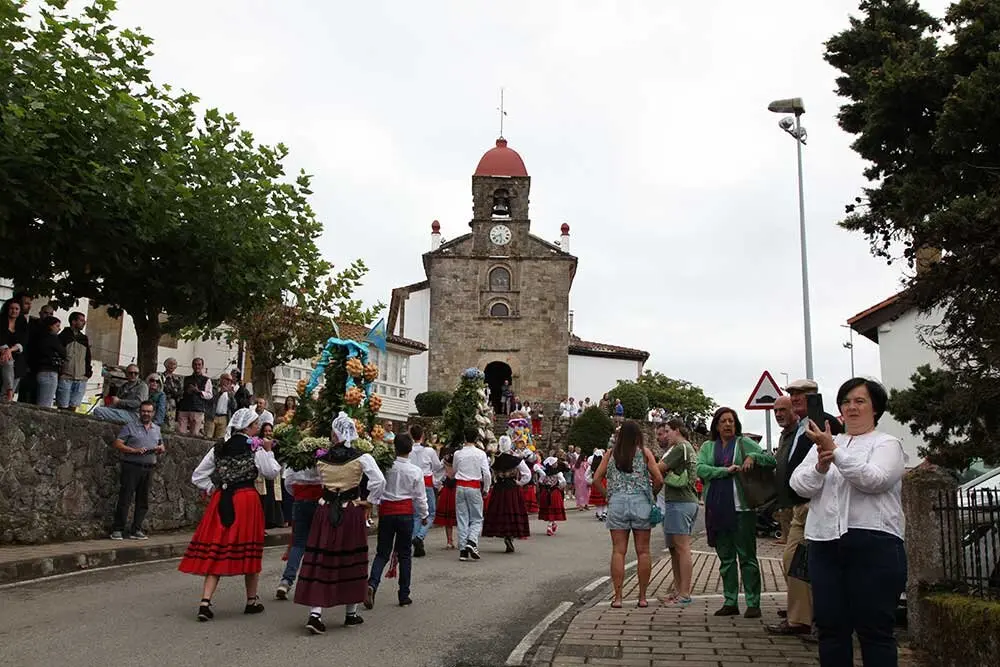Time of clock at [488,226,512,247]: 5:41
